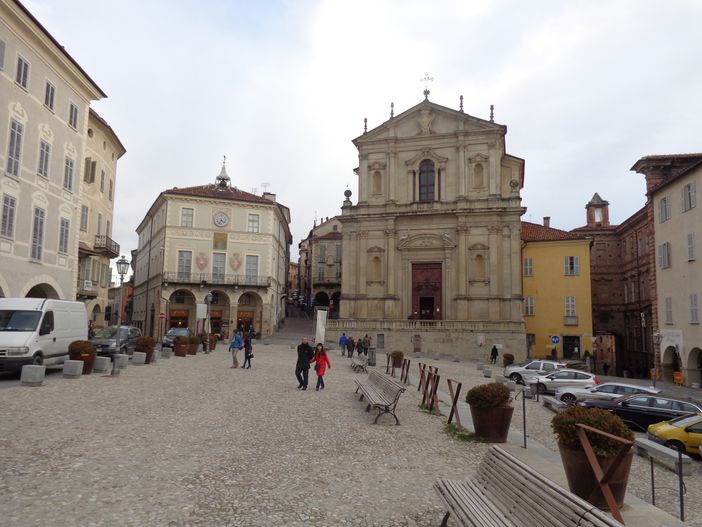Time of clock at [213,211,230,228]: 4:33
